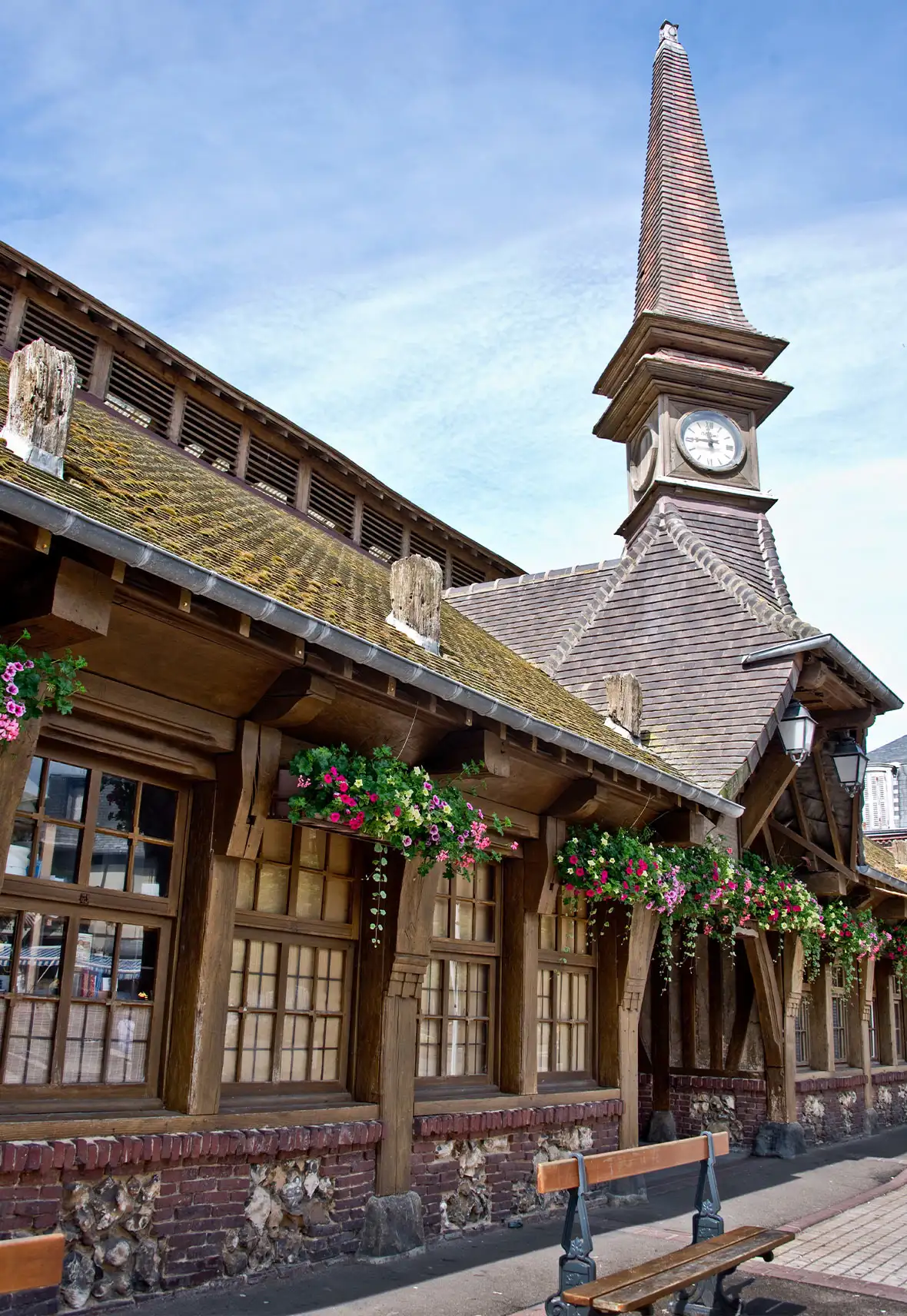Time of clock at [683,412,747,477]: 11:45
